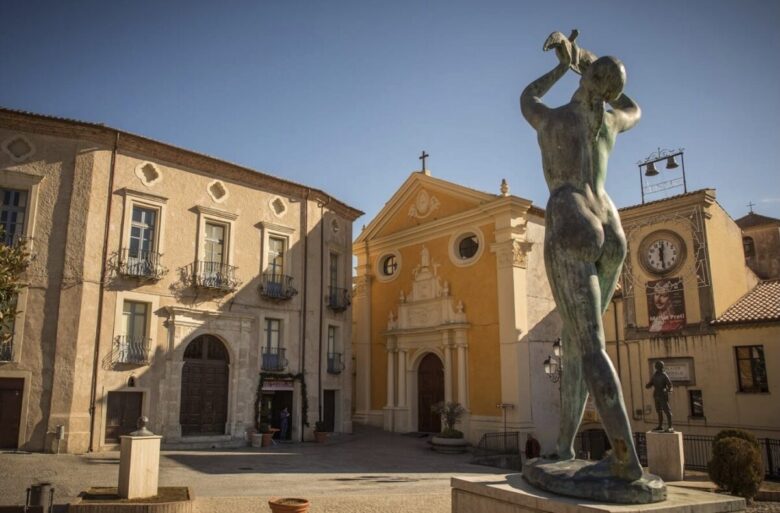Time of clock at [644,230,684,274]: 12:28
